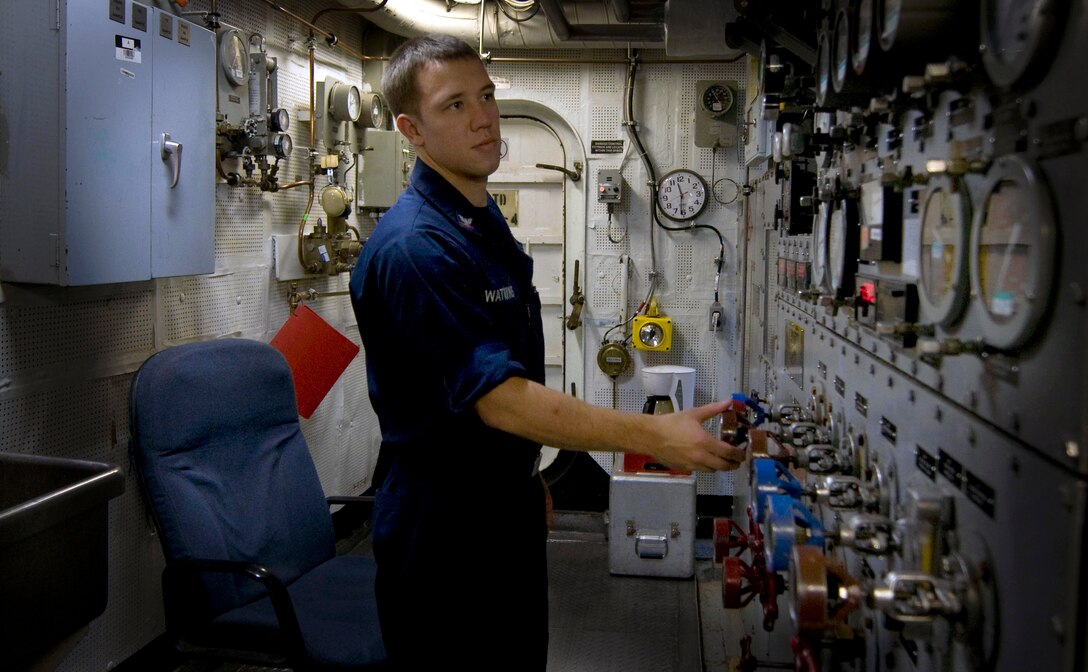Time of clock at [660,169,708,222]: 11:31
